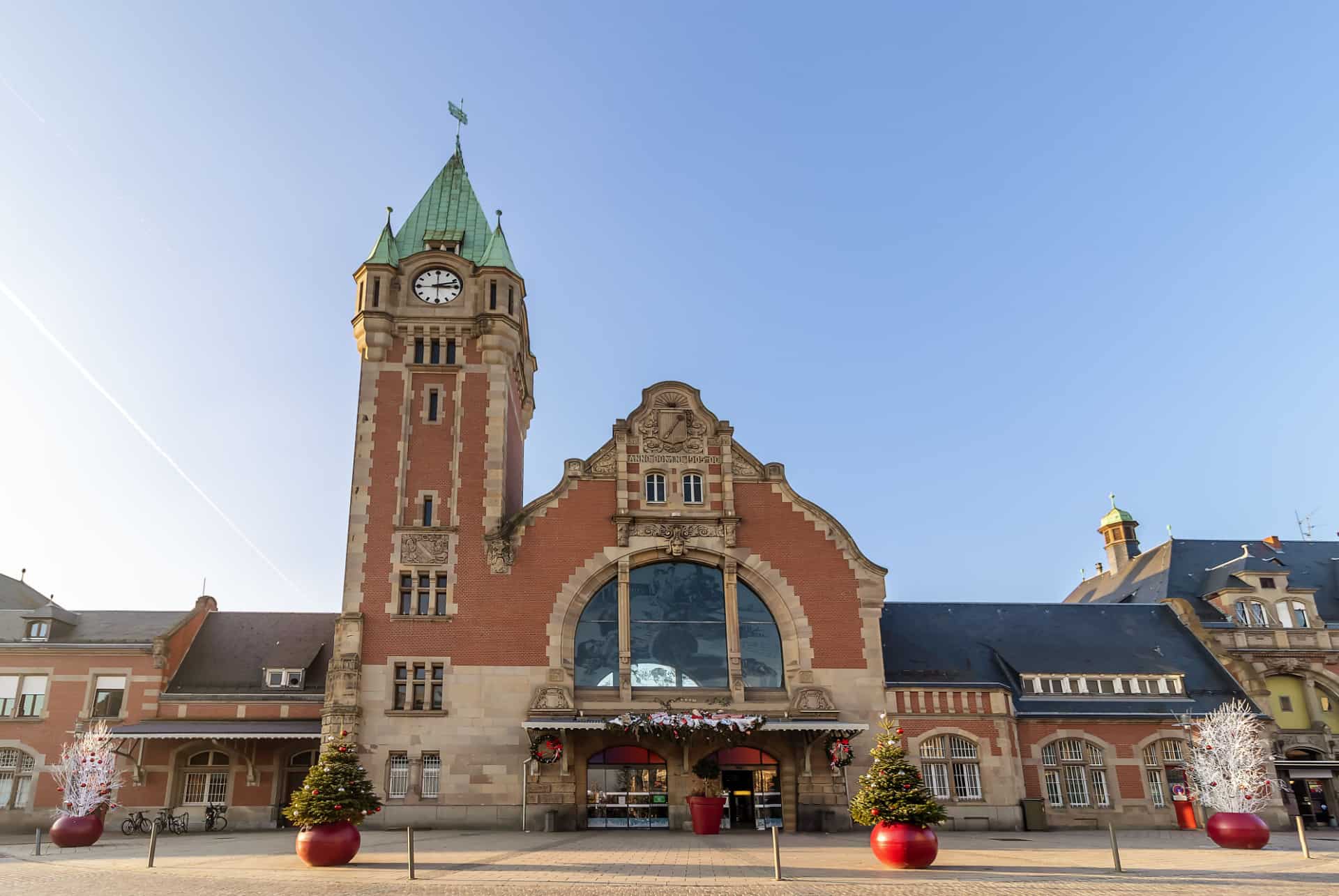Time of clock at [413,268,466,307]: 3:12
